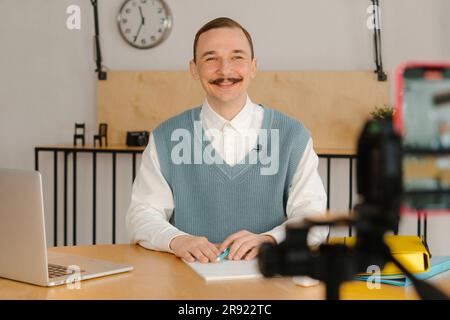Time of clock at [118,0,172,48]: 11:34
